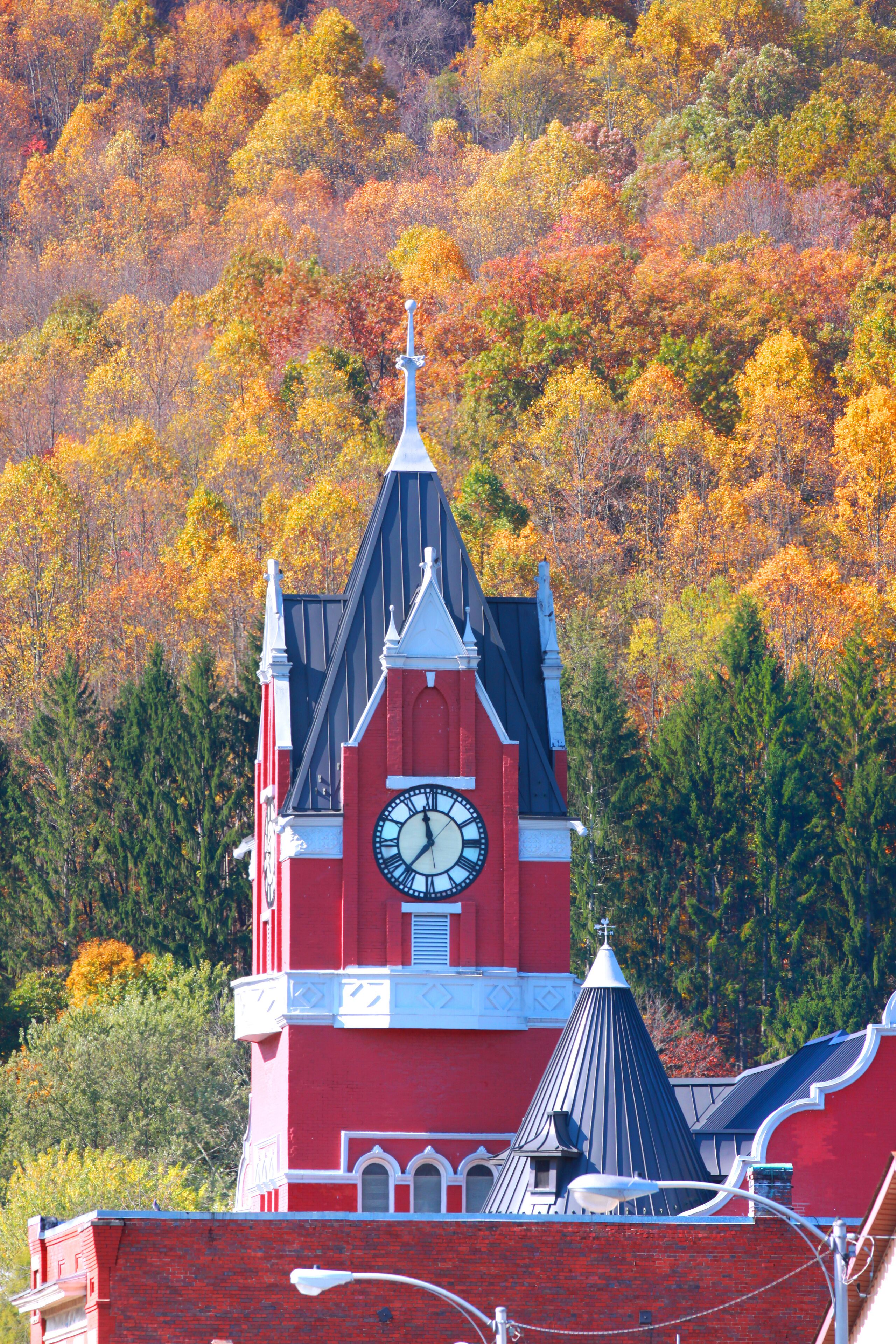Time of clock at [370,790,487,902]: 11:36
